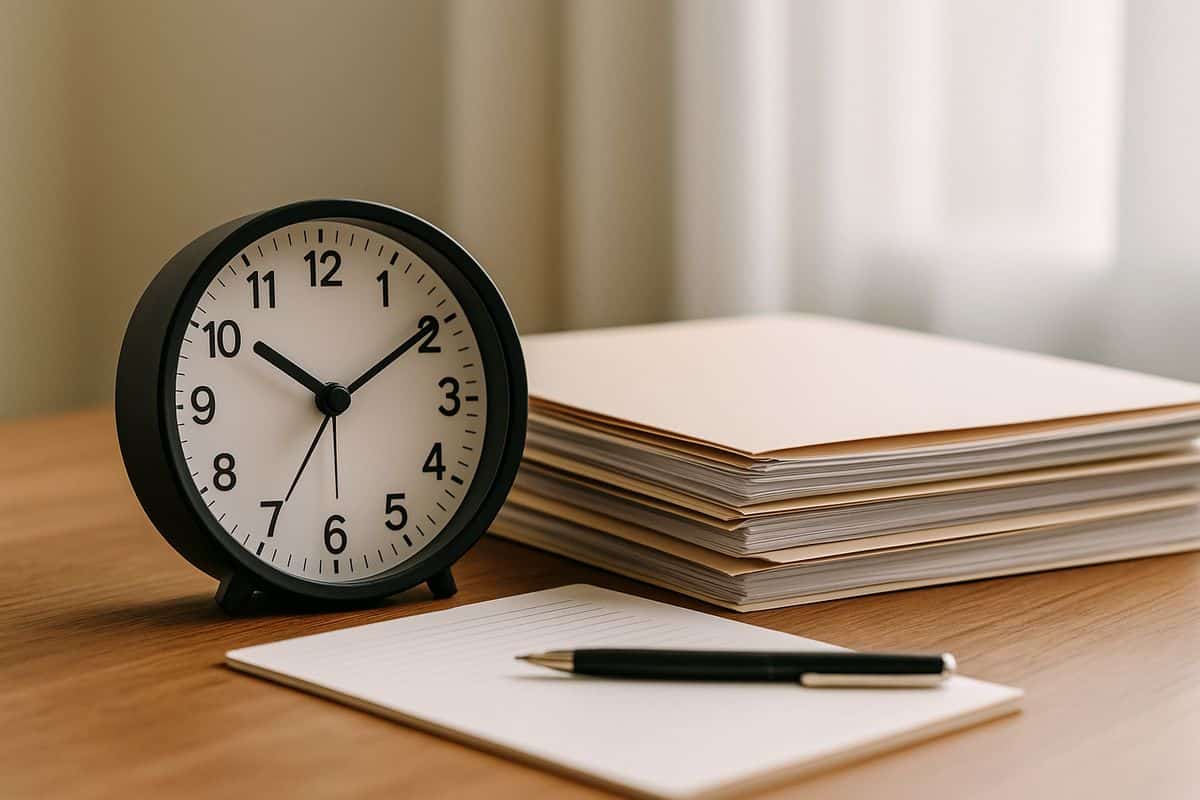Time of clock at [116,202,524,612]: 10:09
